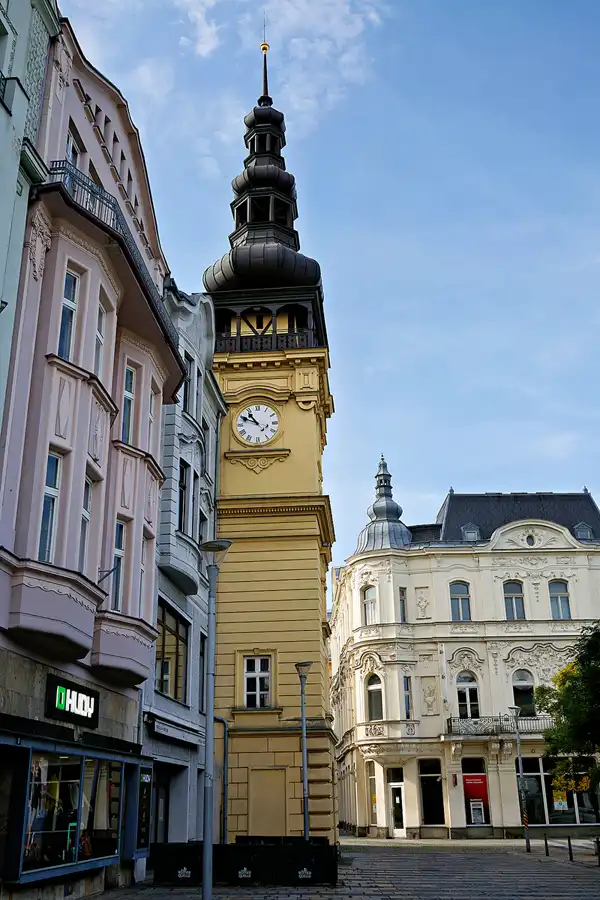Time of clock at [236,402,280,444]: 10:49
